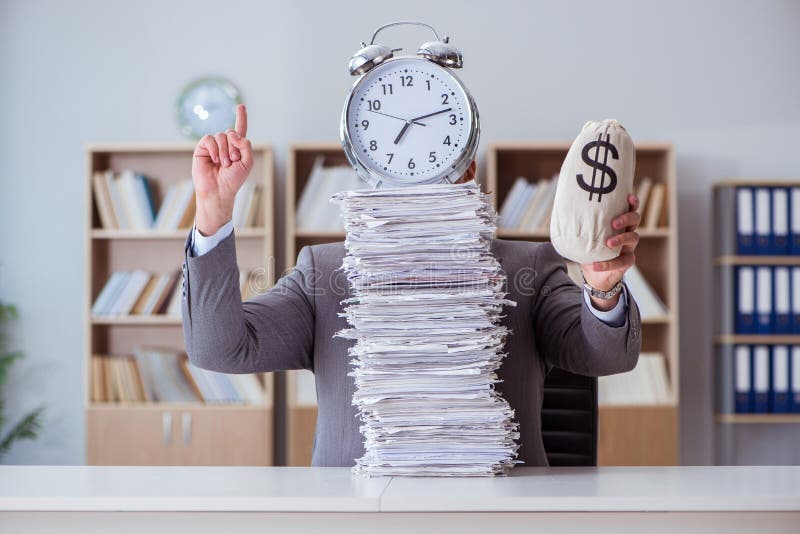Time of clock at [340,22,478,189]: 7:12
